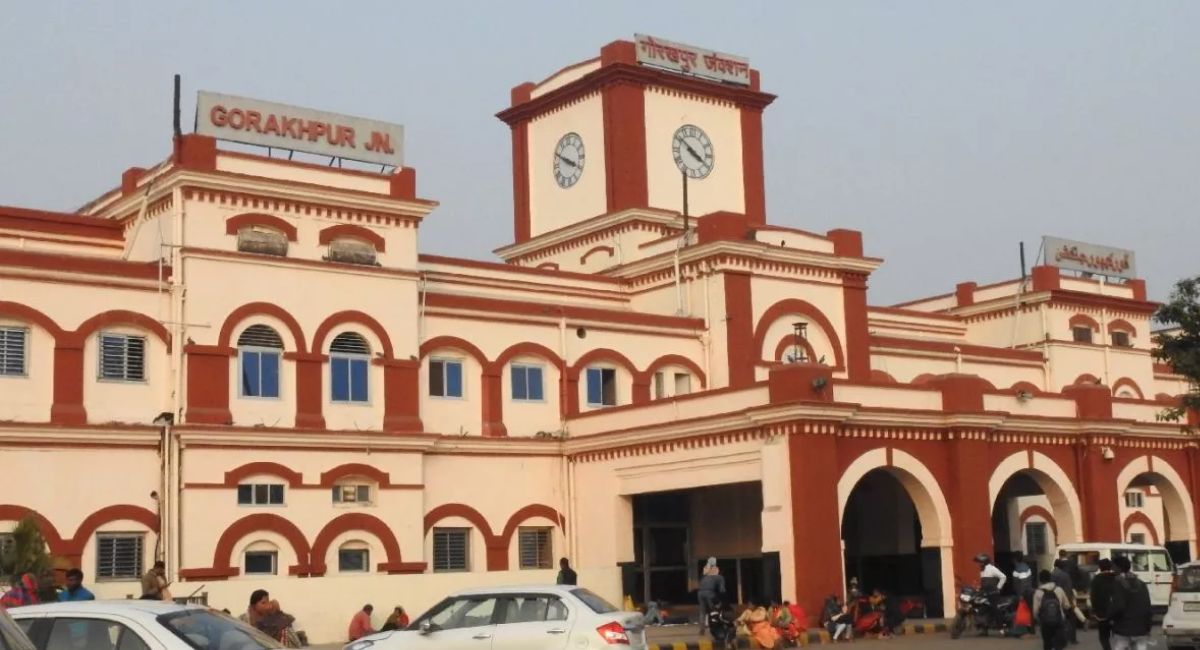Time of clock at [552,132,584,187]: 3:49
